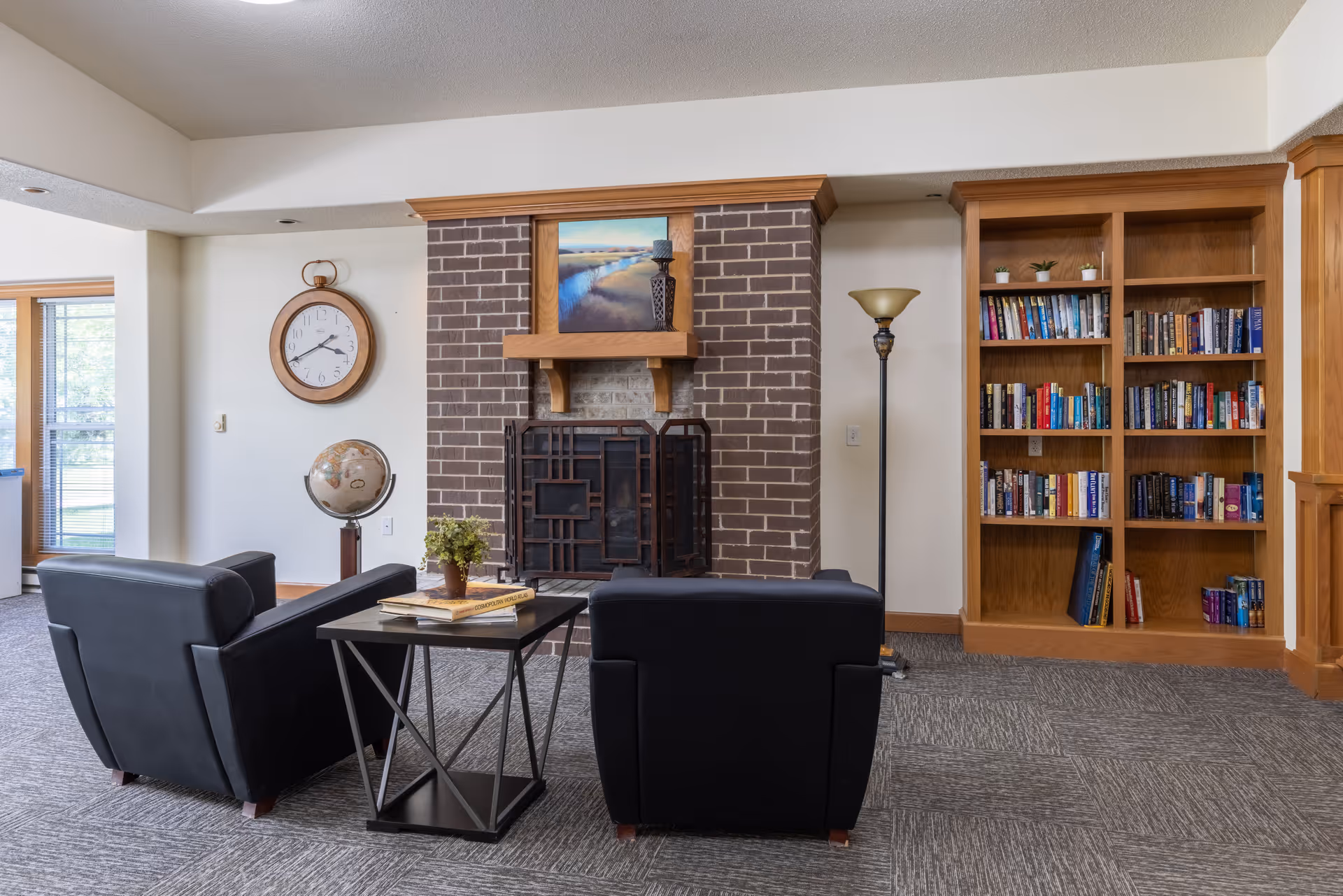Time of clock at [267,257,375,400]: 3:40
